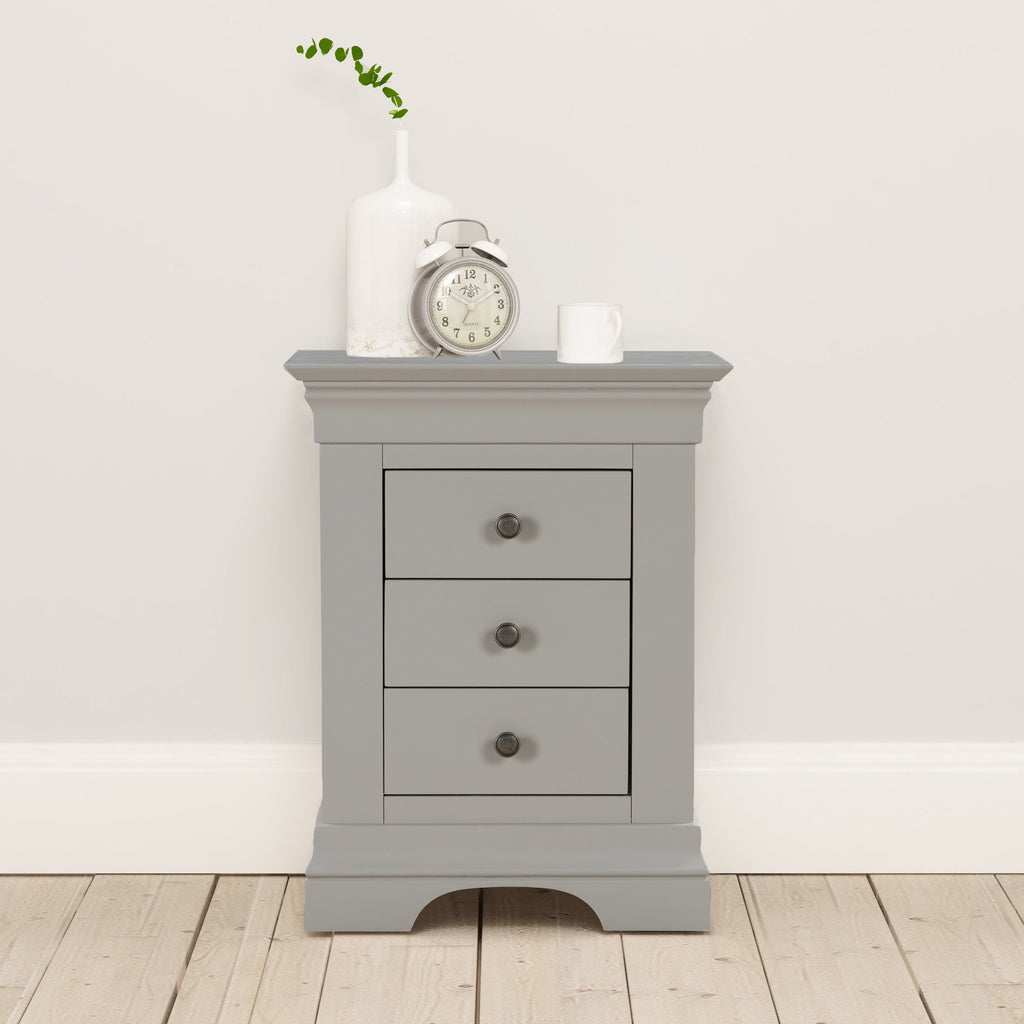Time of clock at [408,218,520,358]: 12:10
